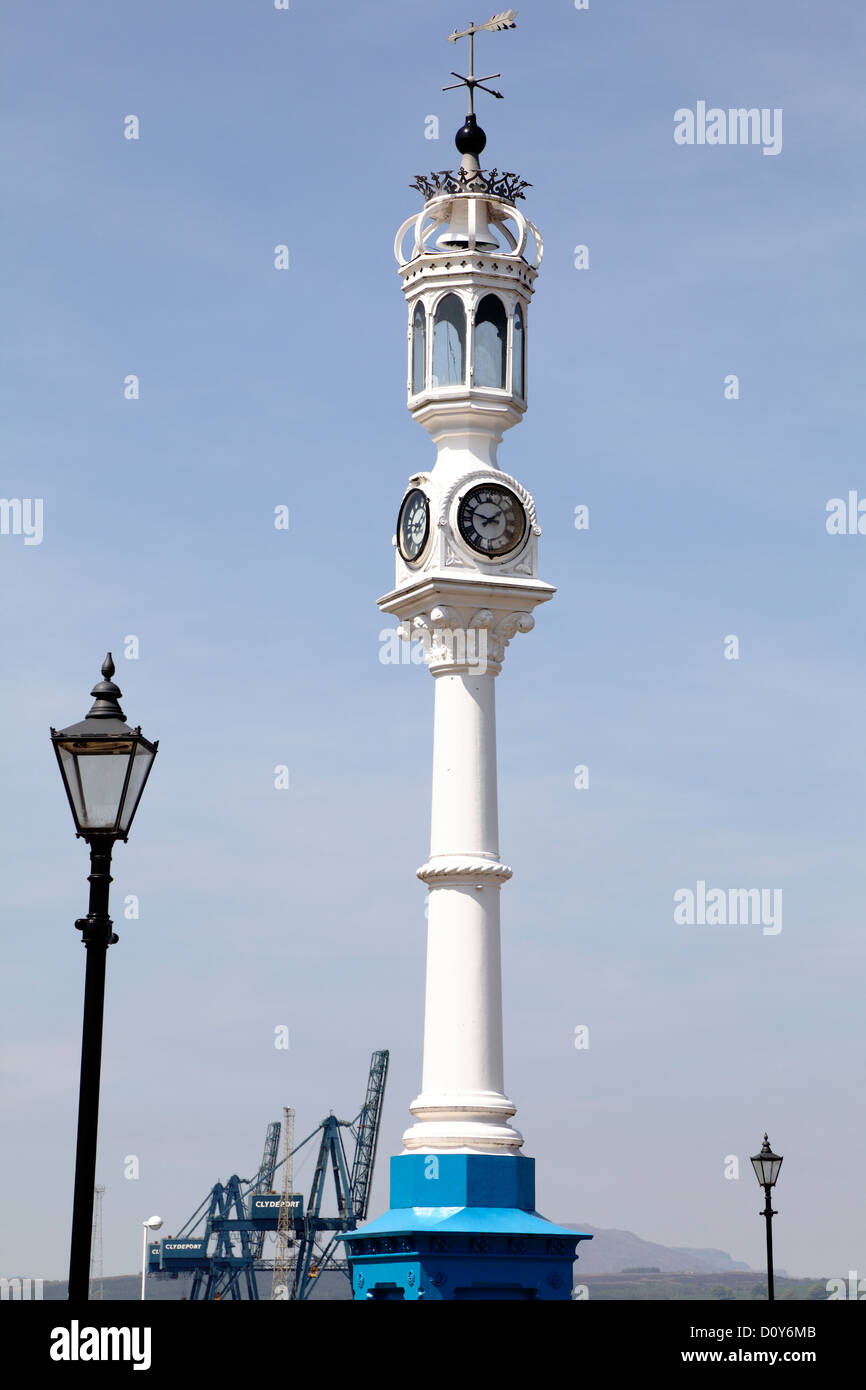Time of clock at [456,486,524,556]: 1:47
